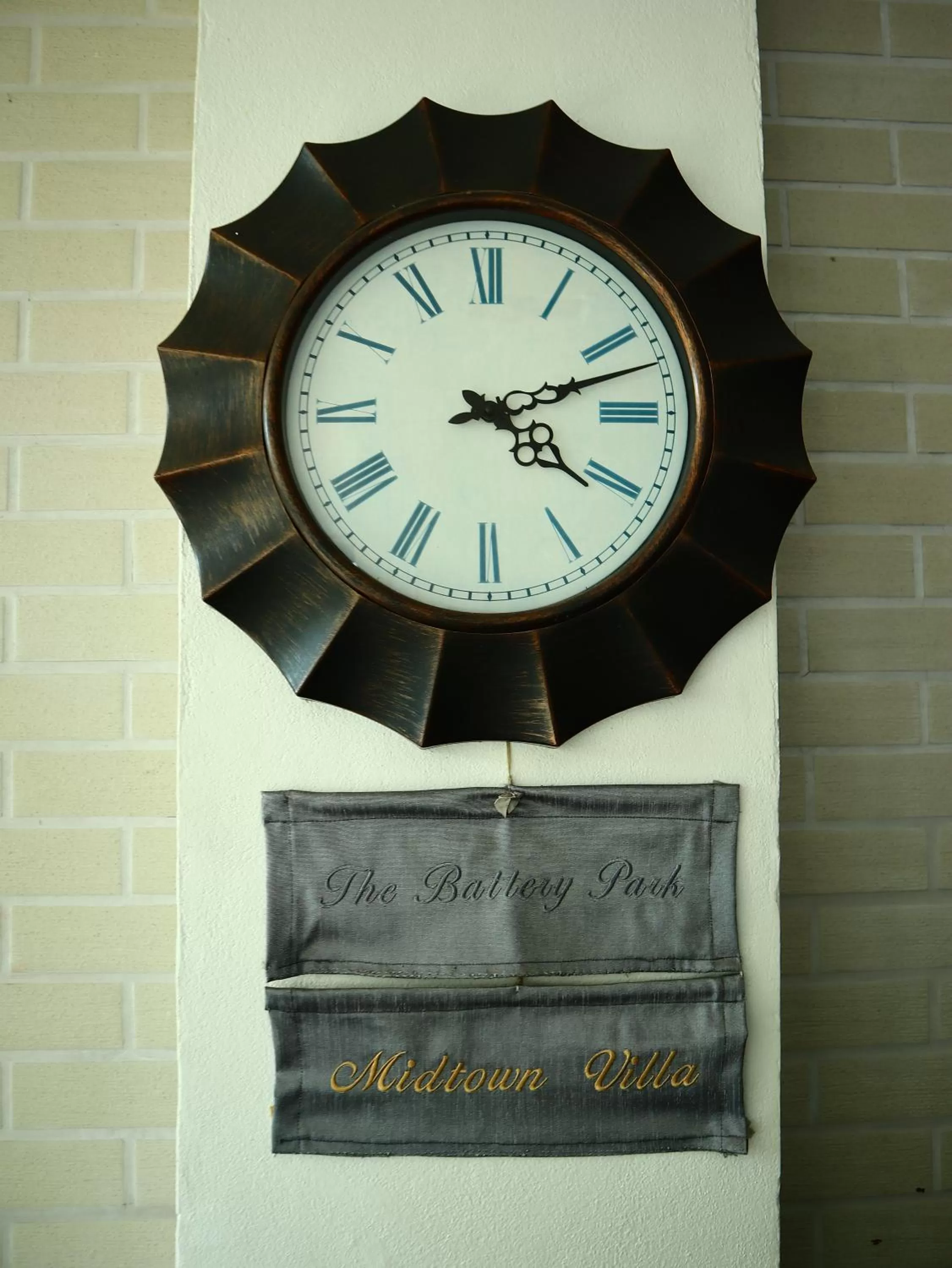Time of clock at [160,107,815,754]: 4:11
